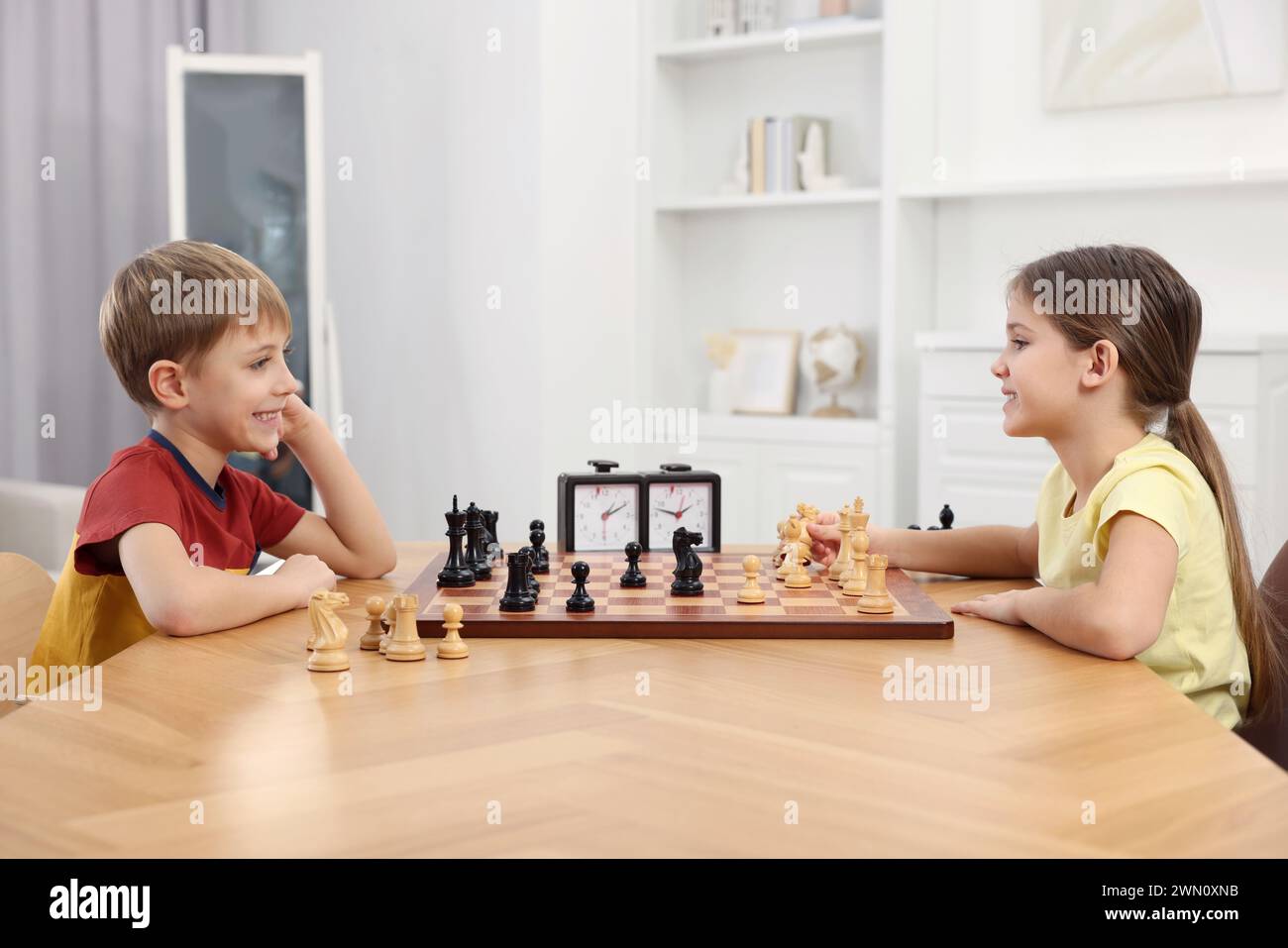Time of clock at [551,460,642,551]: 1:10
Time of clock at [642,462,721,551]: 1:47
